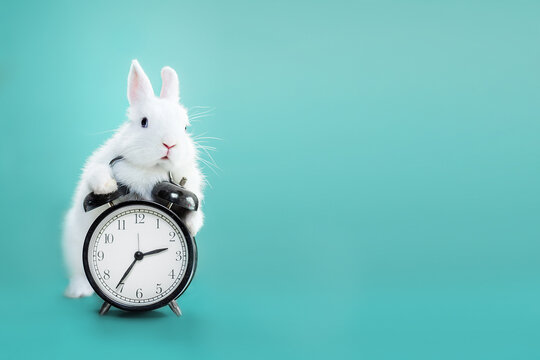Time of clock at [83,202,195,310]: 2:36
